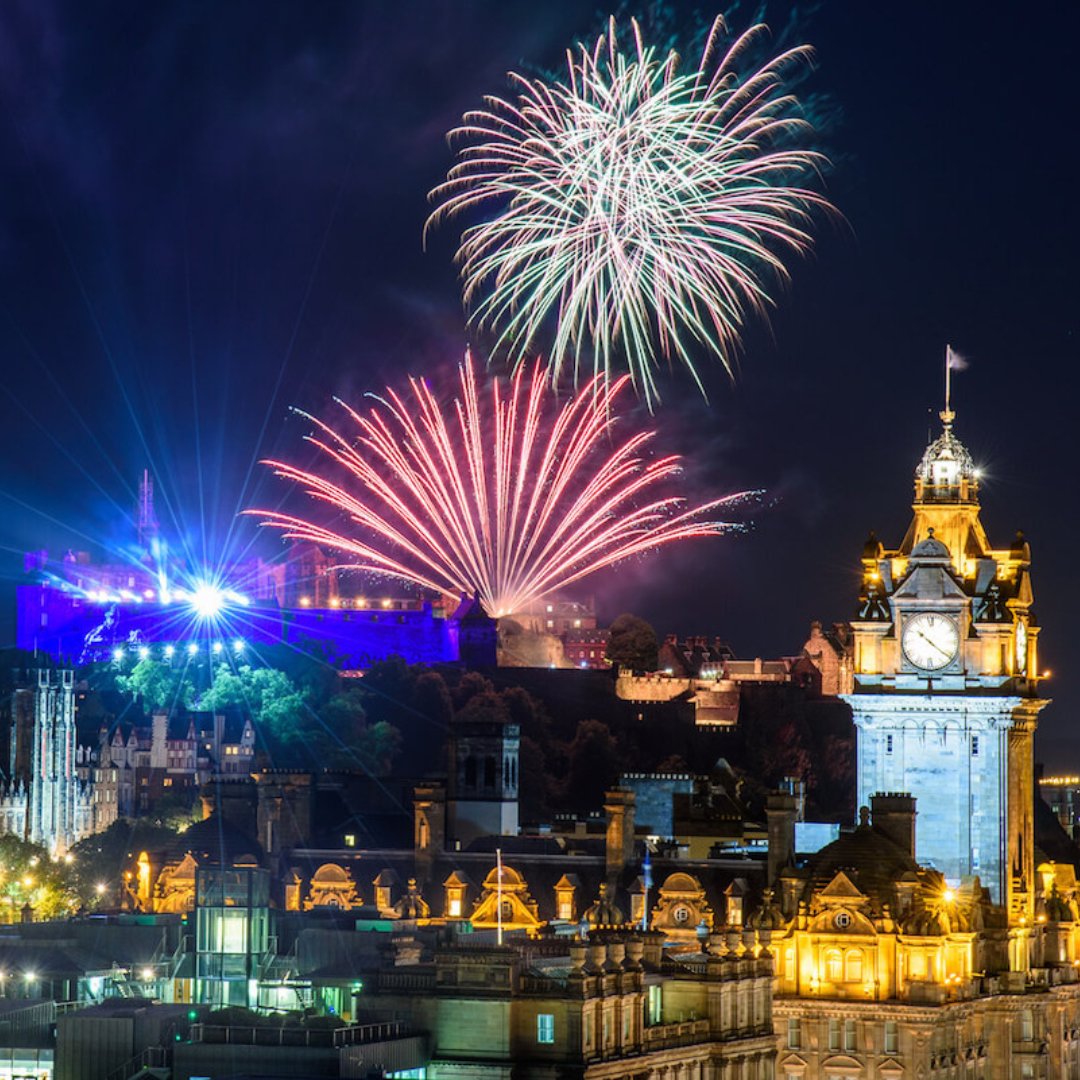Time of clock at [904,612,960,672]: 10:21
